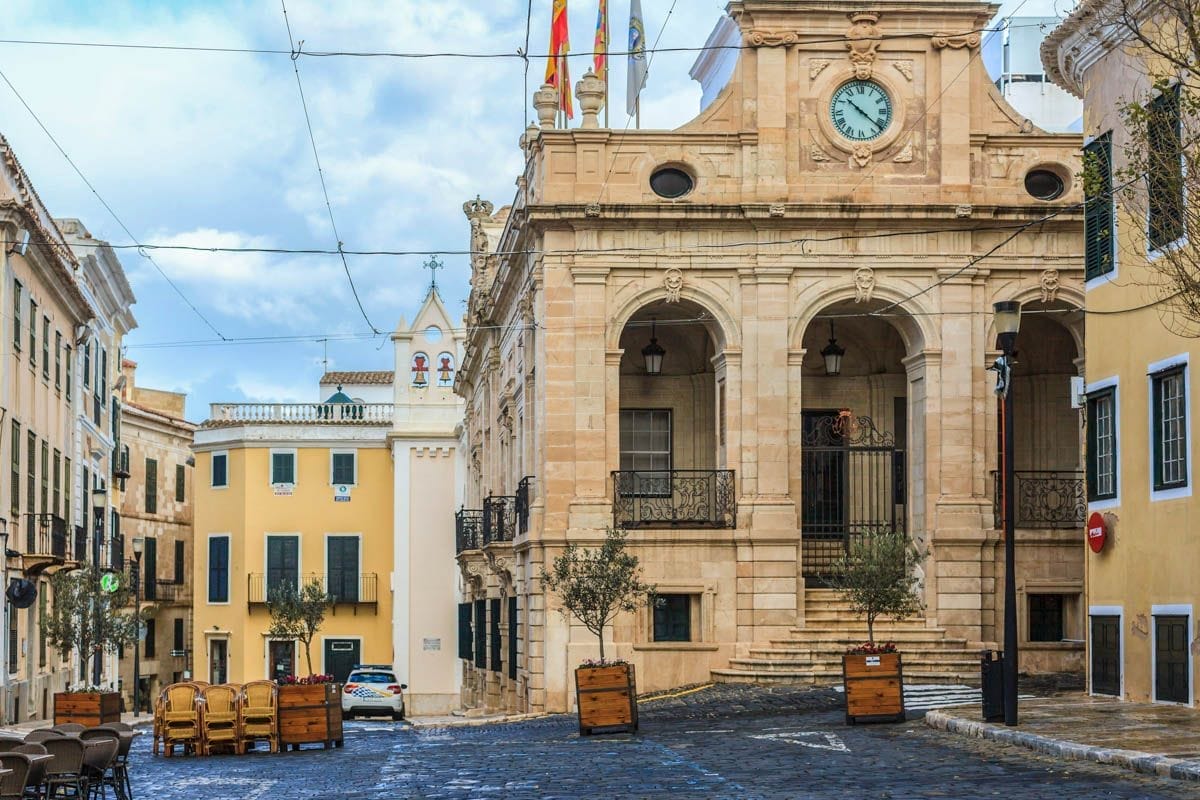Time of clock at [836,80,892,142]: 10:21
